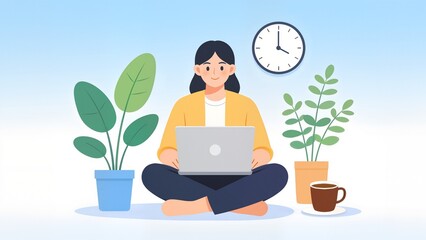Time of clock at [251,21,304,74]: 3:59
